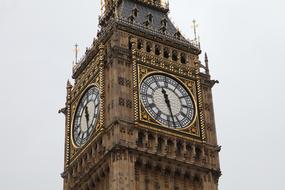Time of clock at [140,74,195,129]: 11:27
